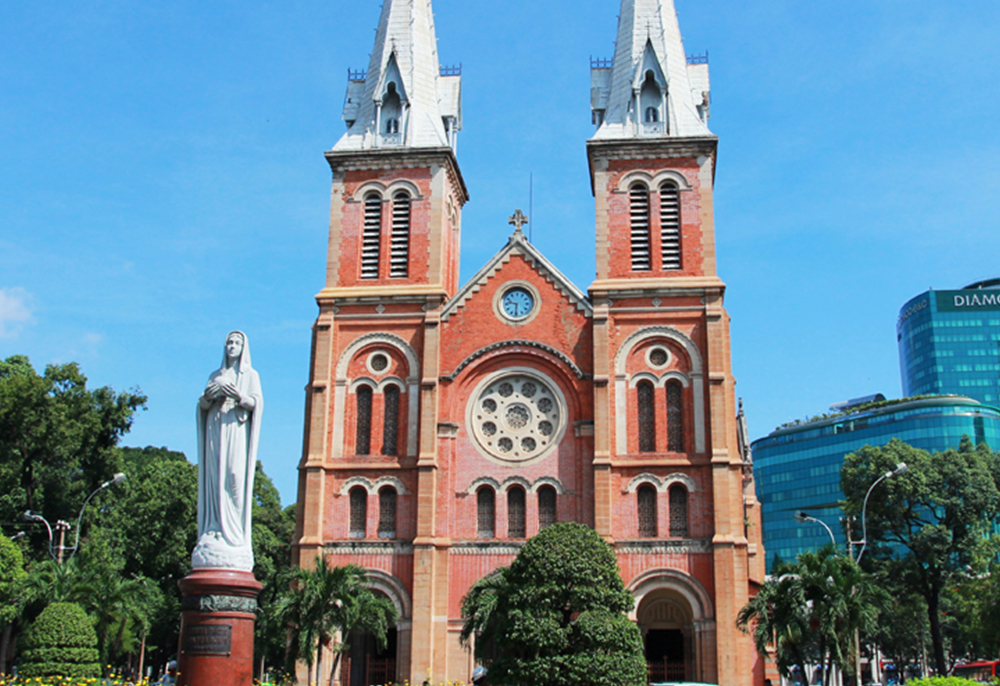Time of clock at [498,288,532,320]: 9:31
